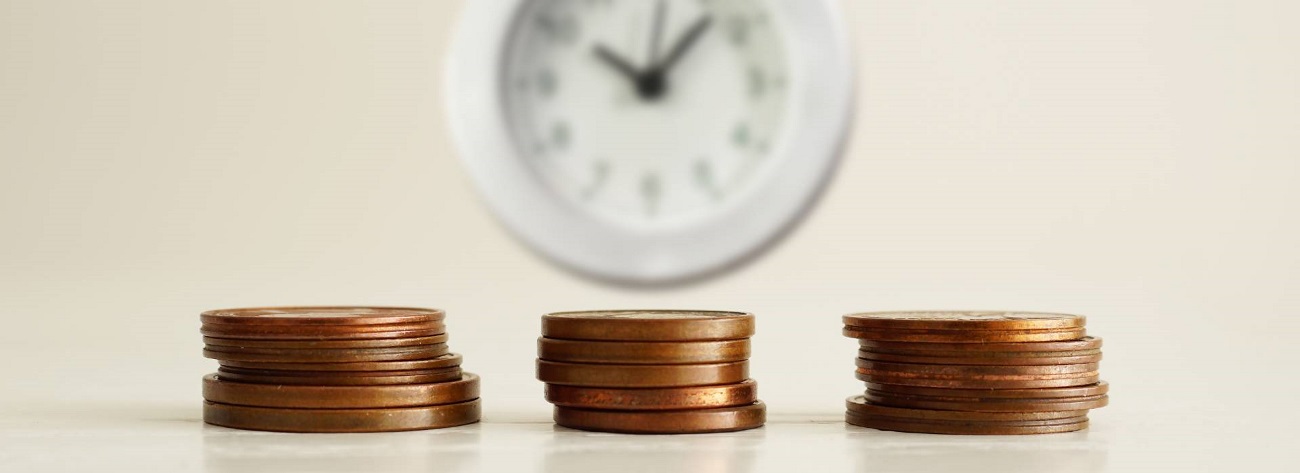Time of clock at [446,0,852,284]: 10:07
